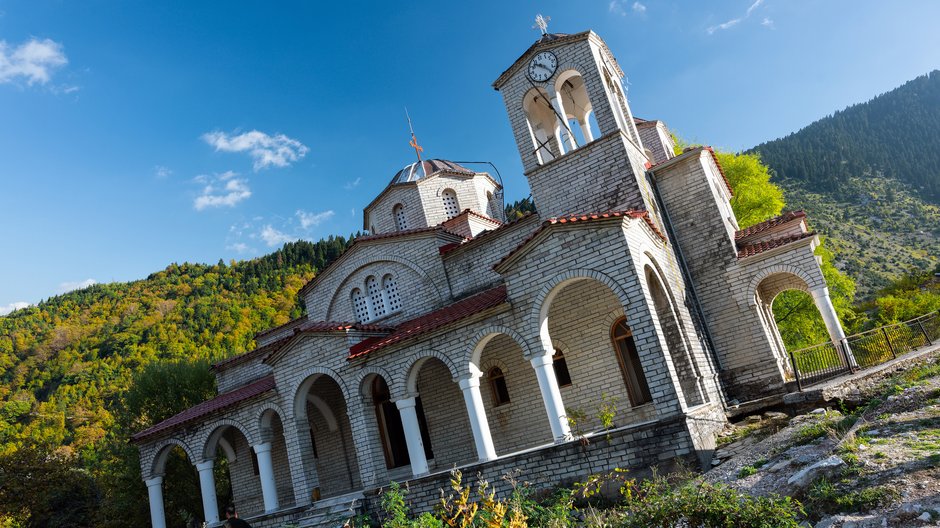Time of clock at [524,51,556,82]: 9:20
